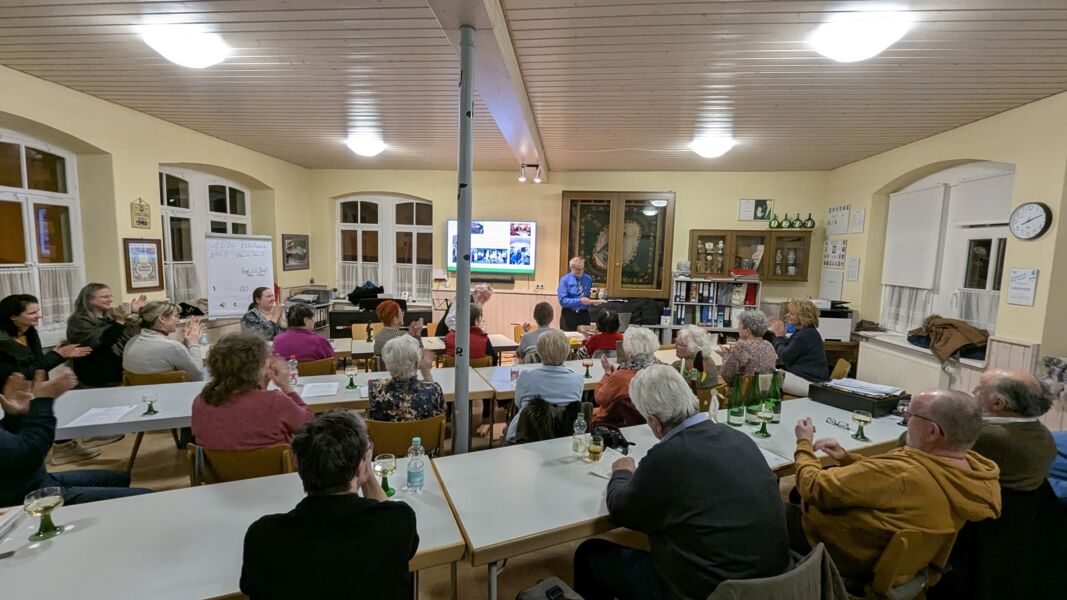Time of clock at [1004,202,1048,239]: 8:11
